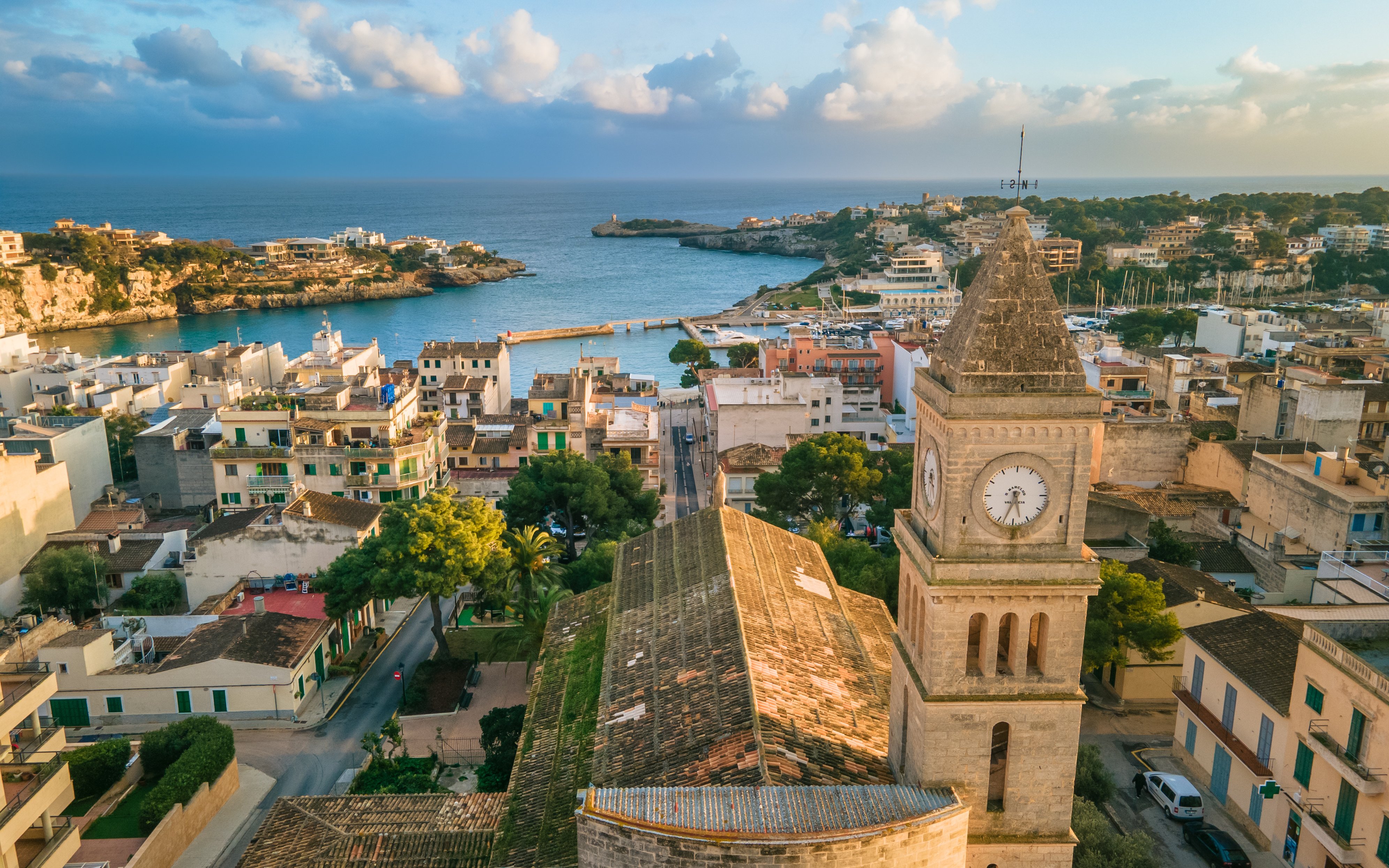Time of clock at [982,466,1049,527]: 5:33
